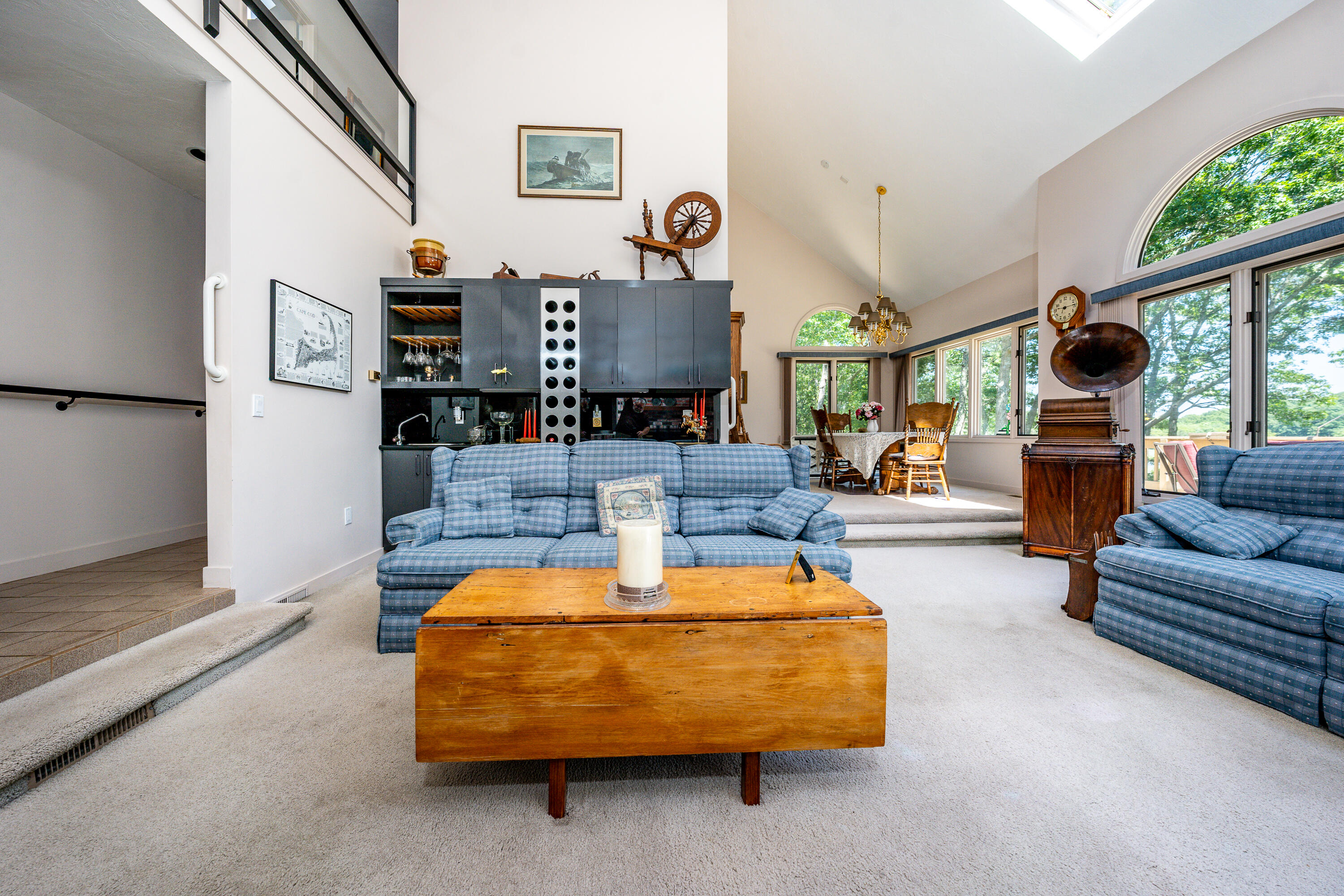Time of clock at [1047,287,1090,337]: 9:14
